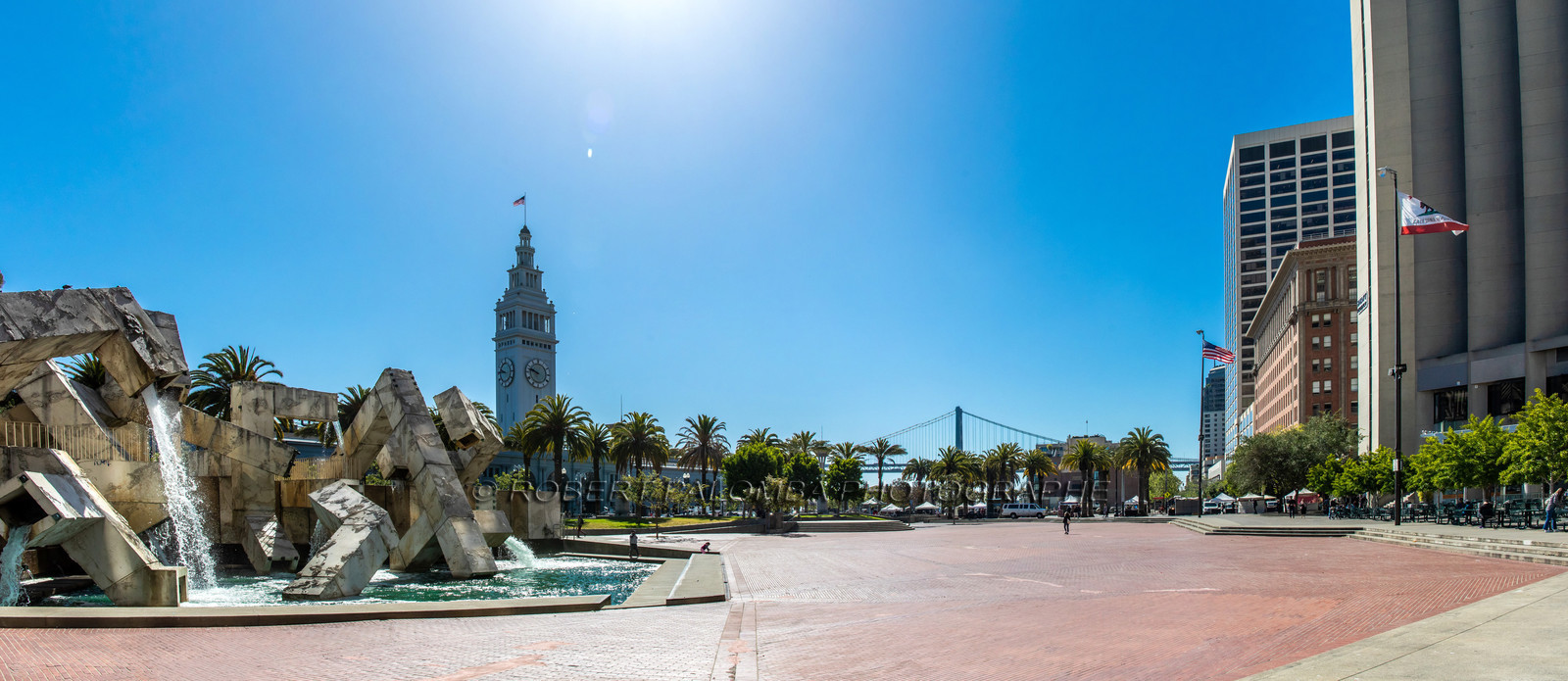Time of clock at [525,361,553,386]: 9:48
